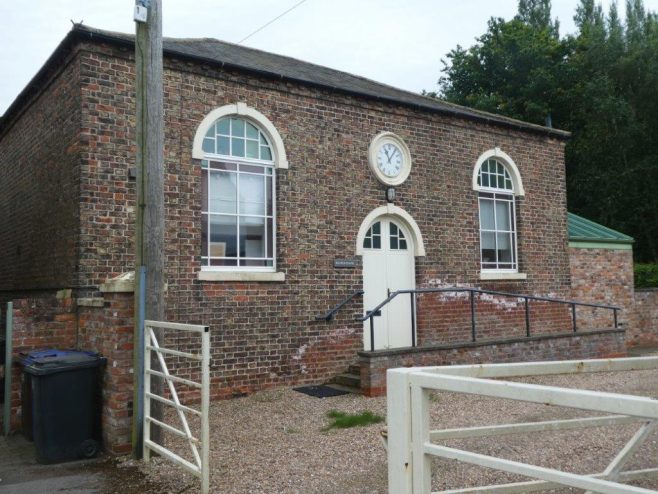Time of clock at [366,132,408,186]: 11:06
